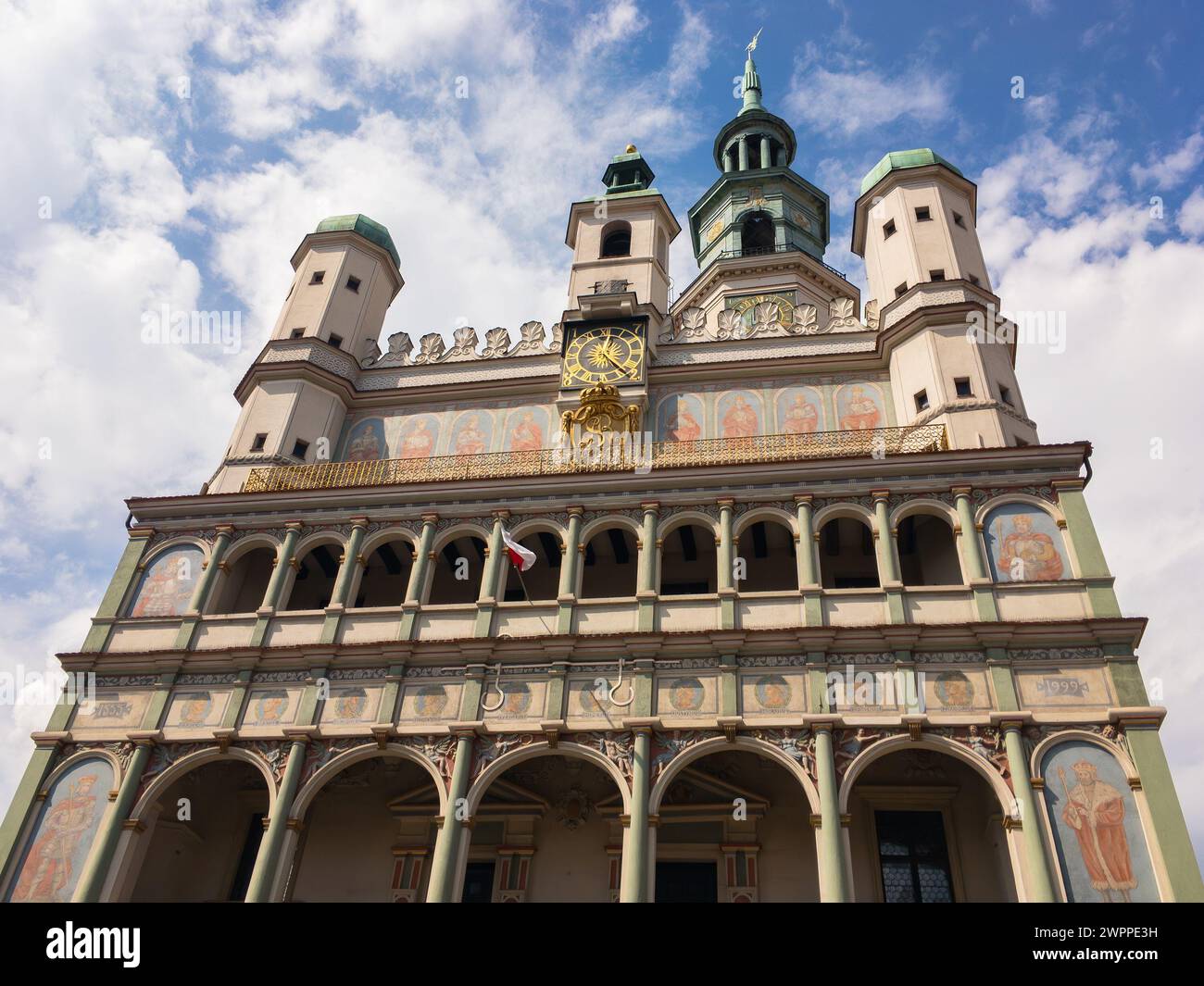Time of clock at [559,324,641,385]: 12:22
